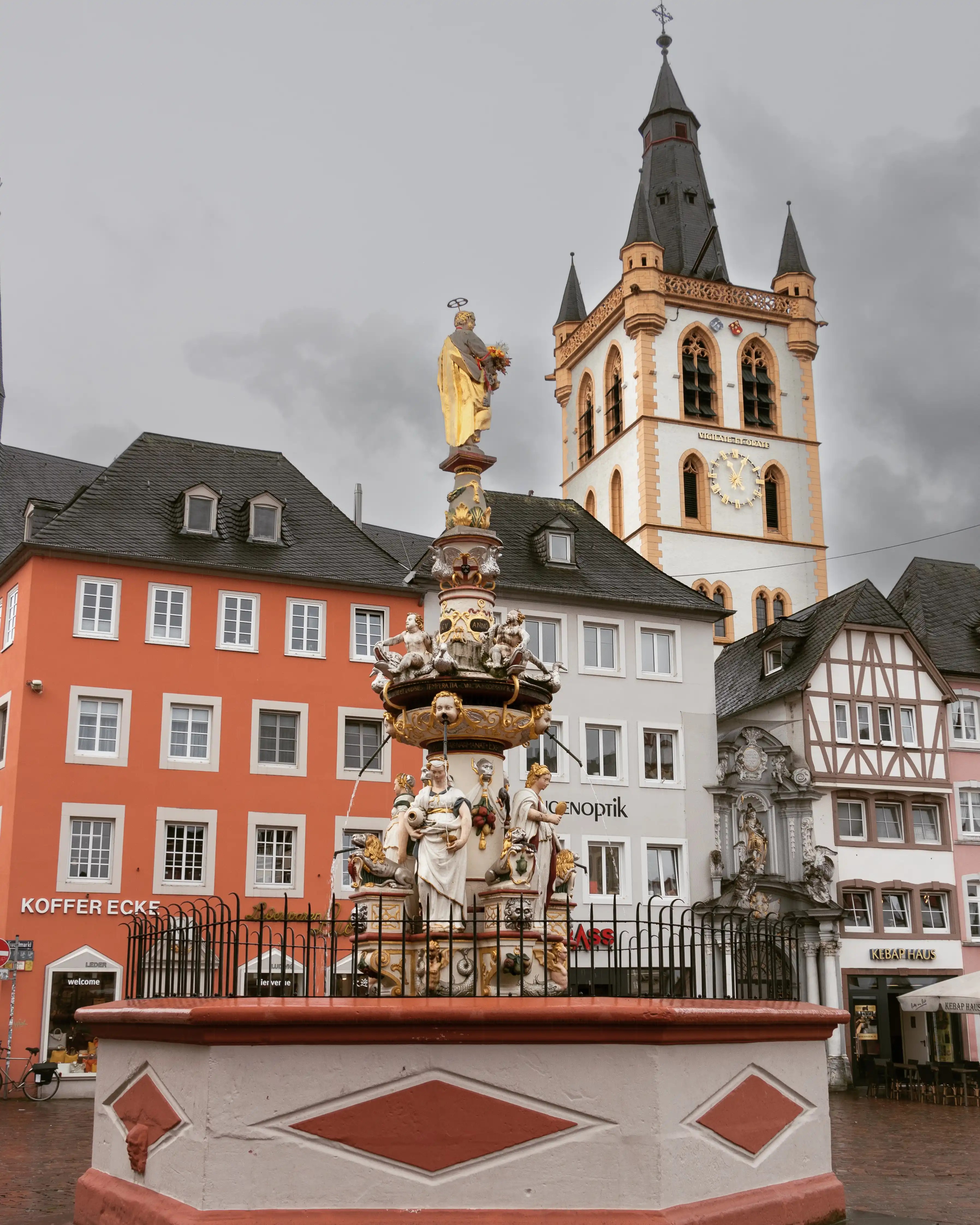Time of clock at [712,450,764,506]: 11:04
